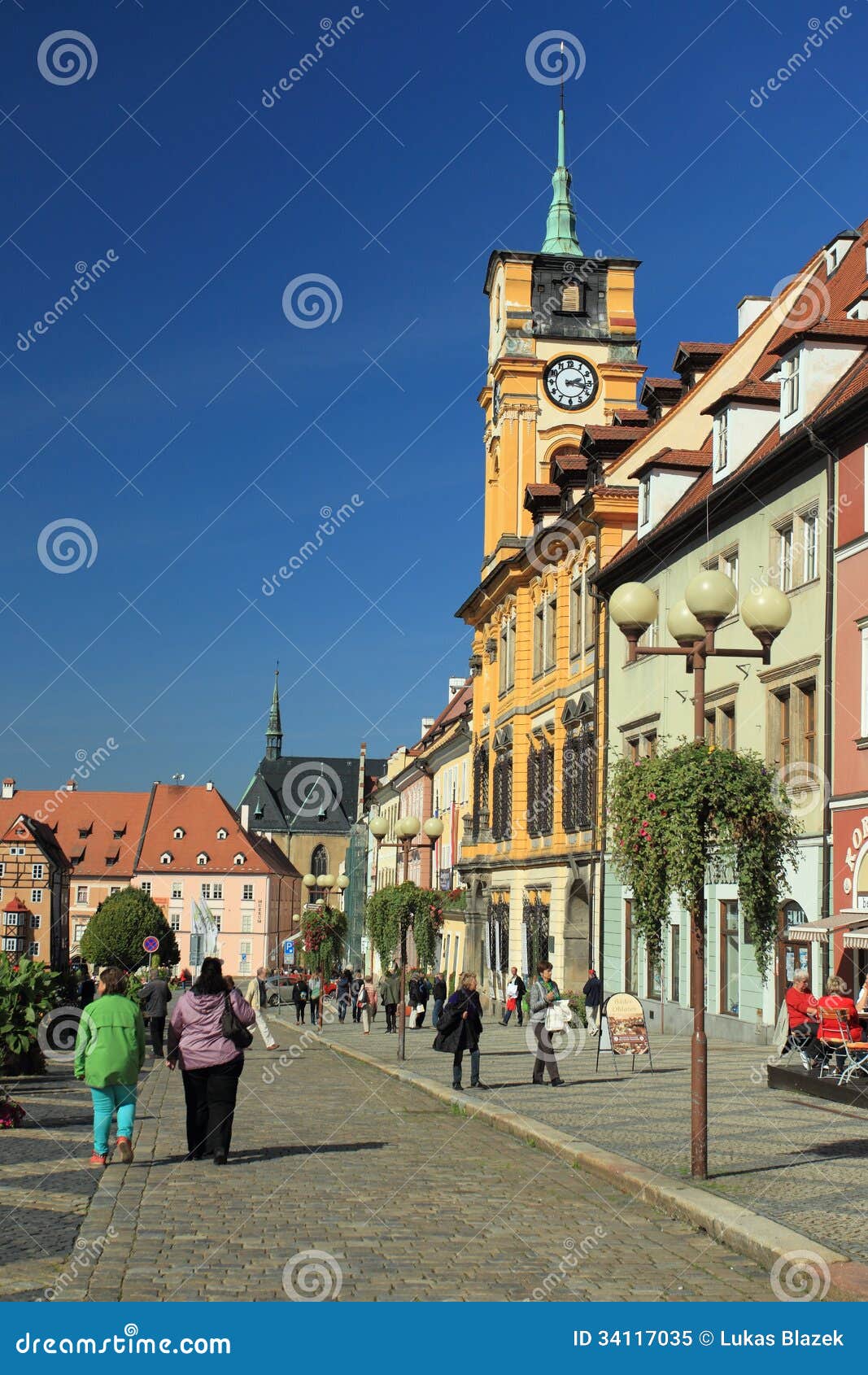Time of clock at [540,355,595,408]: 2:17
